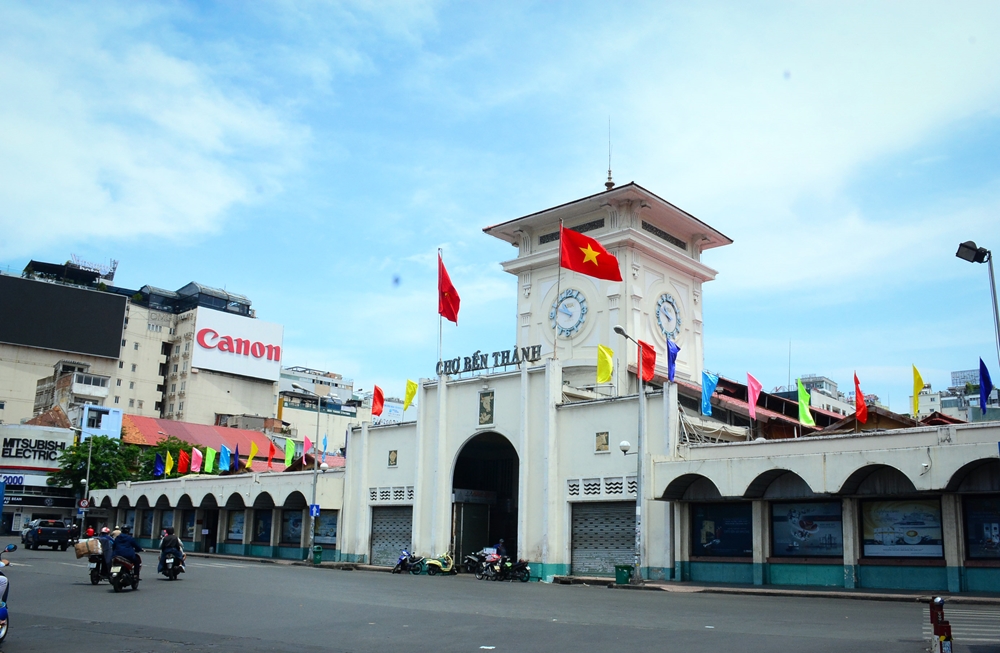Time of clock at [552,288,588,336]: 10:48
